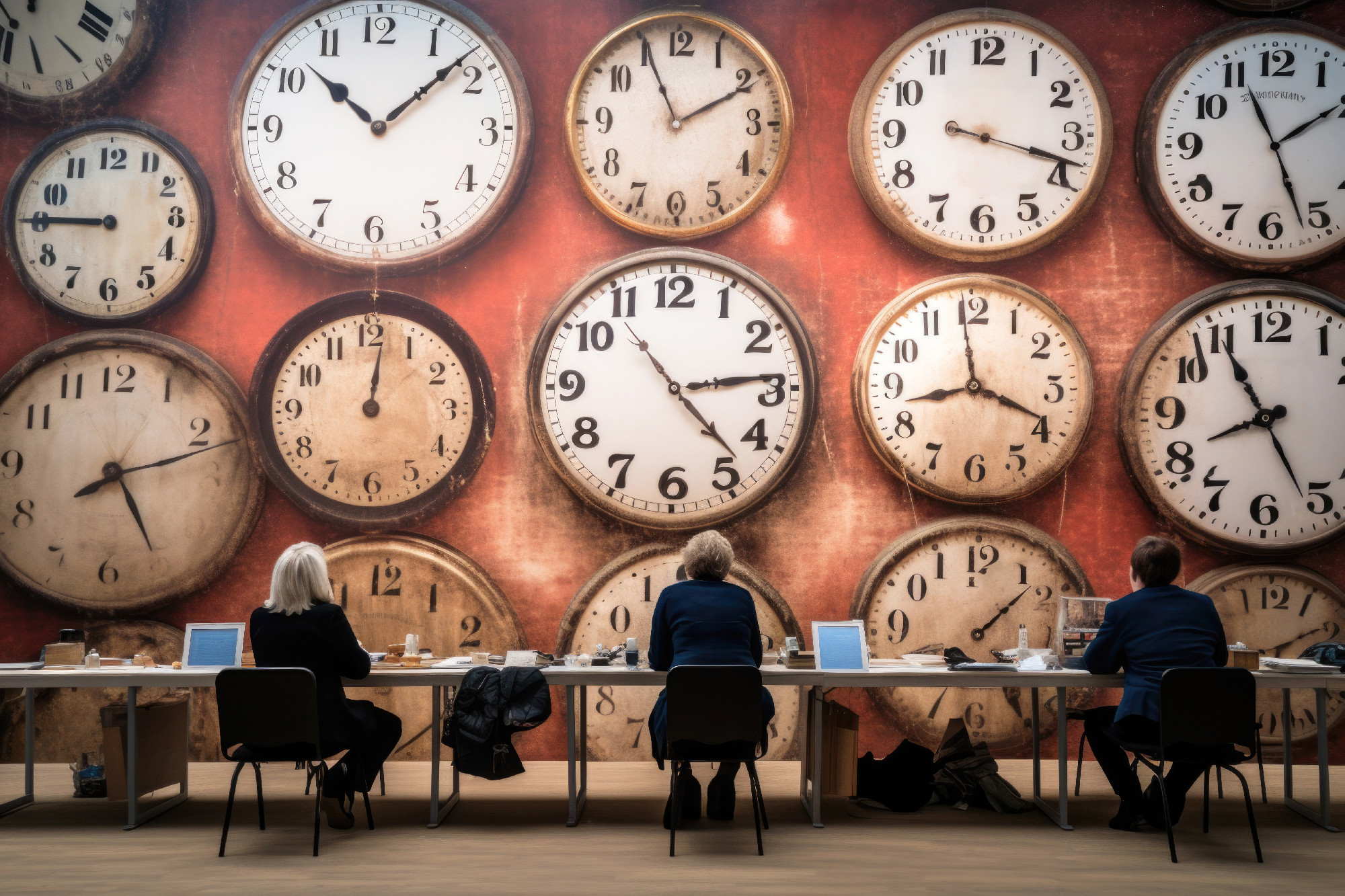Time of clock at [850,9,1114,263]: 3:17
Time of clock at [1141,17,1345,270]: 11:09
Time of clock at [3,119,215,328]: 8:45
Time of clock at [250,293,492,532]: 12:01
